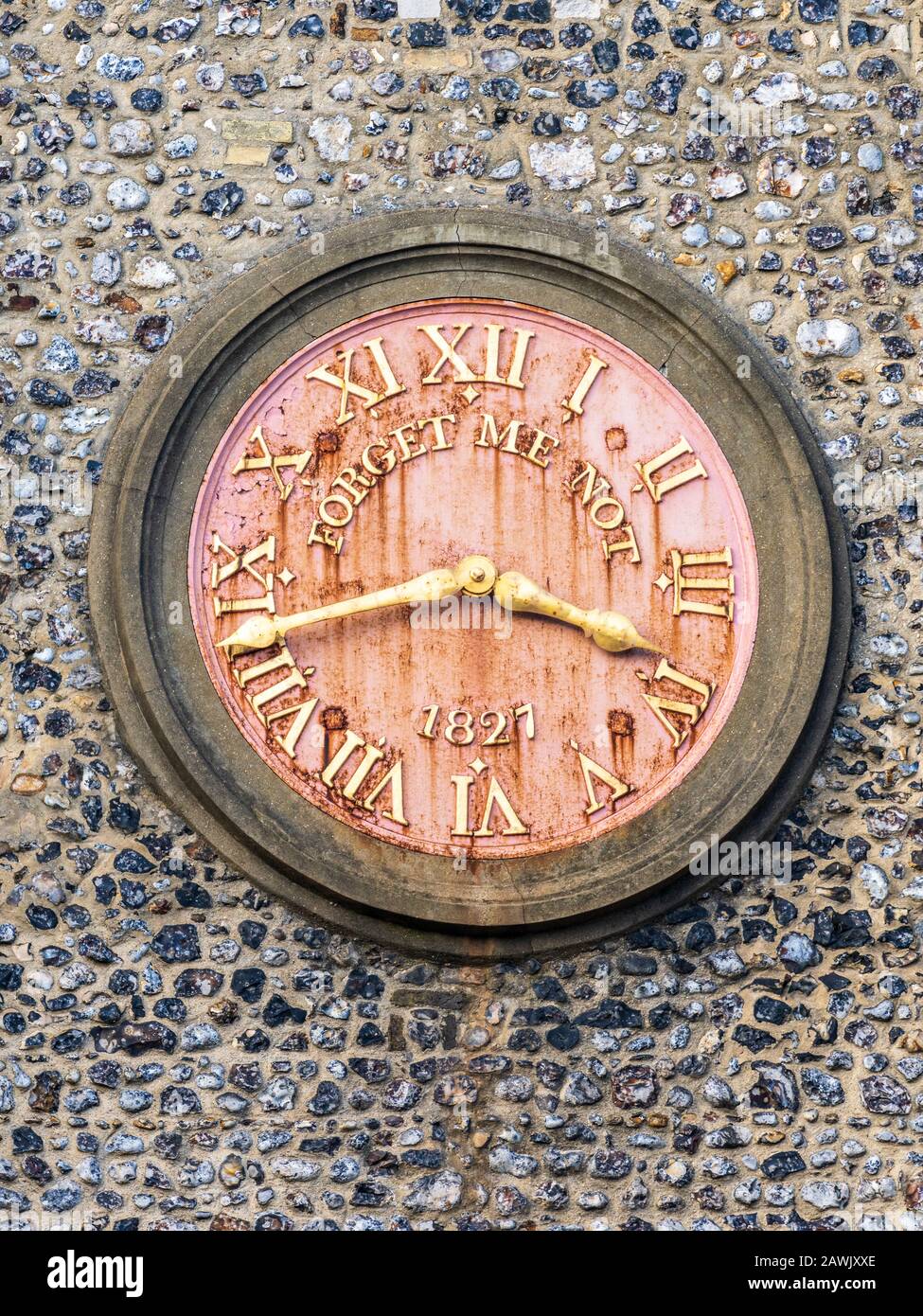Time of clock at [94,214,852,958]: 3:42
